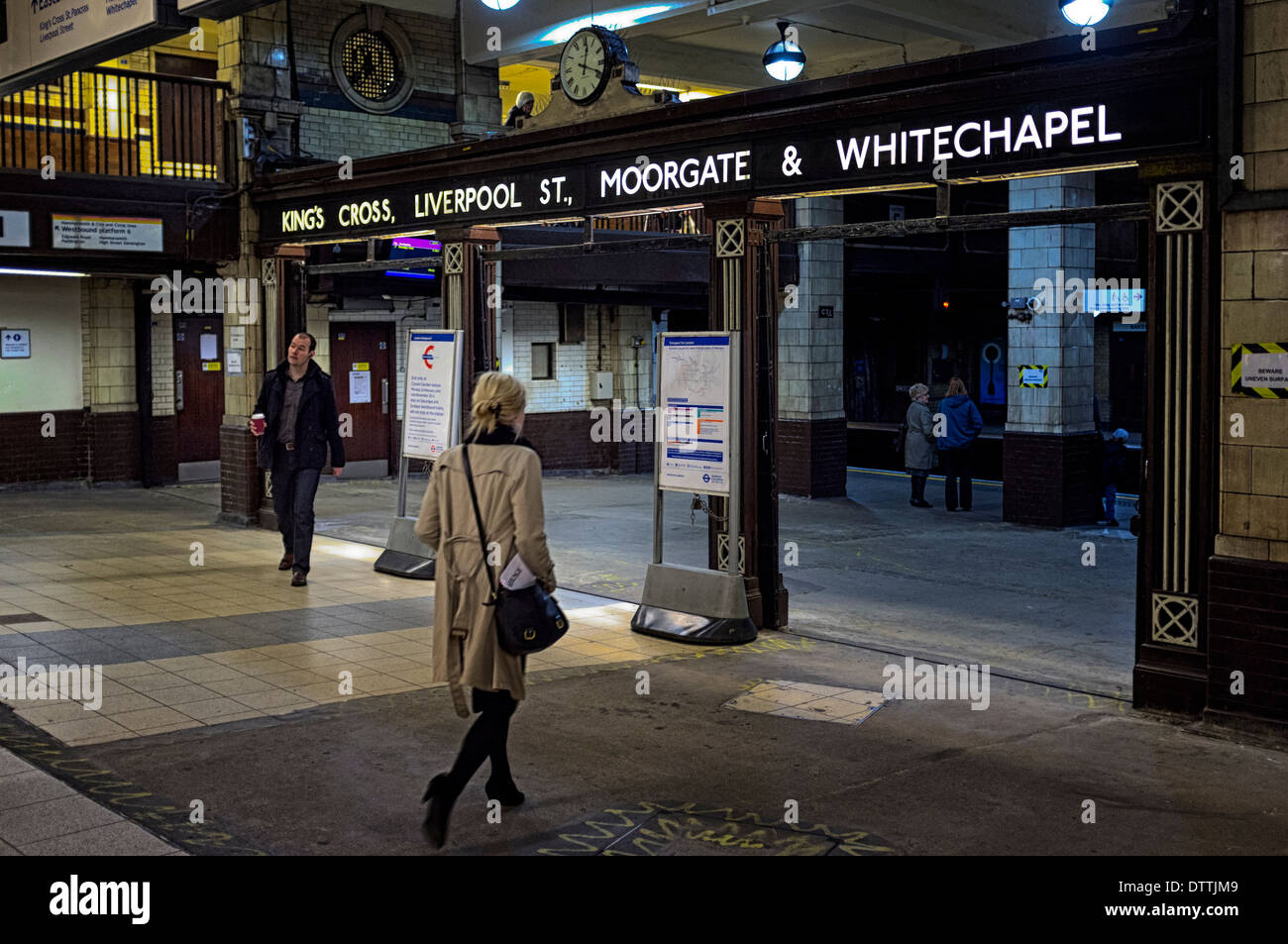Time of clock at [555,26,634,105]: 12:18
